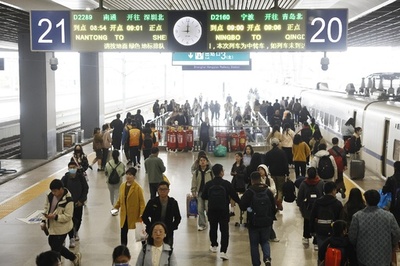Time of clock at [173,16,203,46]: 9:00
